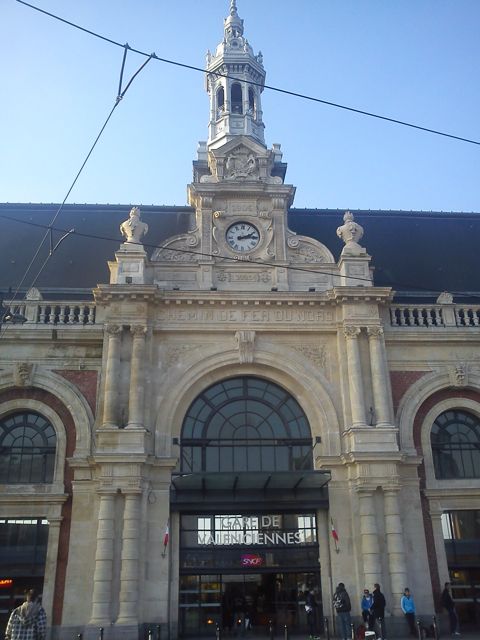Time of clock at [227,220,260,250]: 2:14
